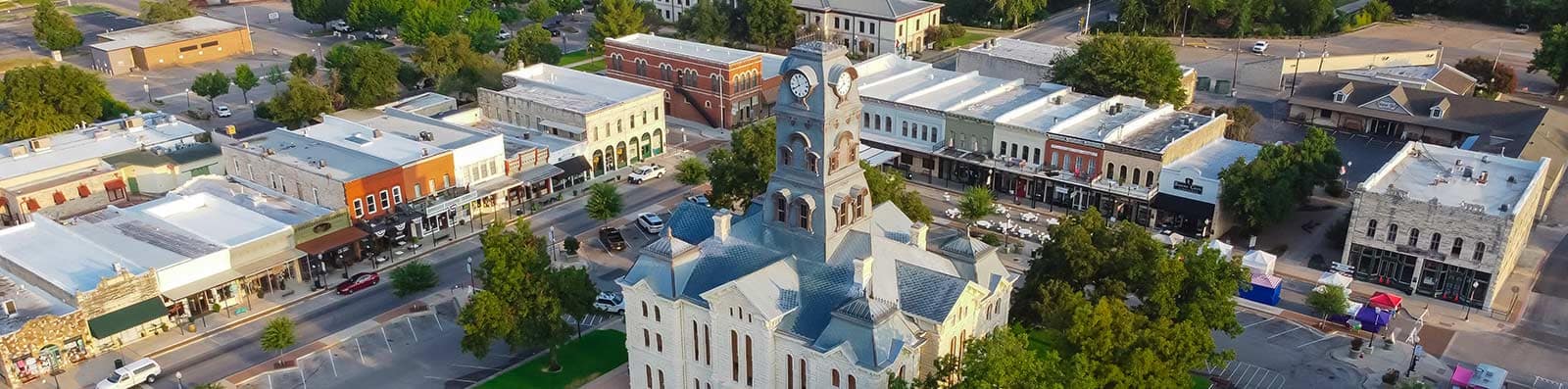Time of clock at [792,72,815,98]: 7:55
